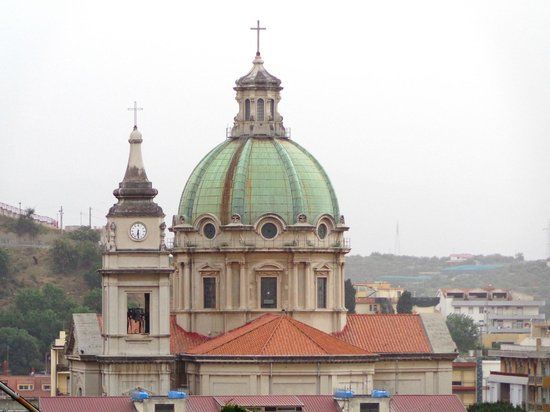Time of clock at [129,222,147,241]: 6:29
